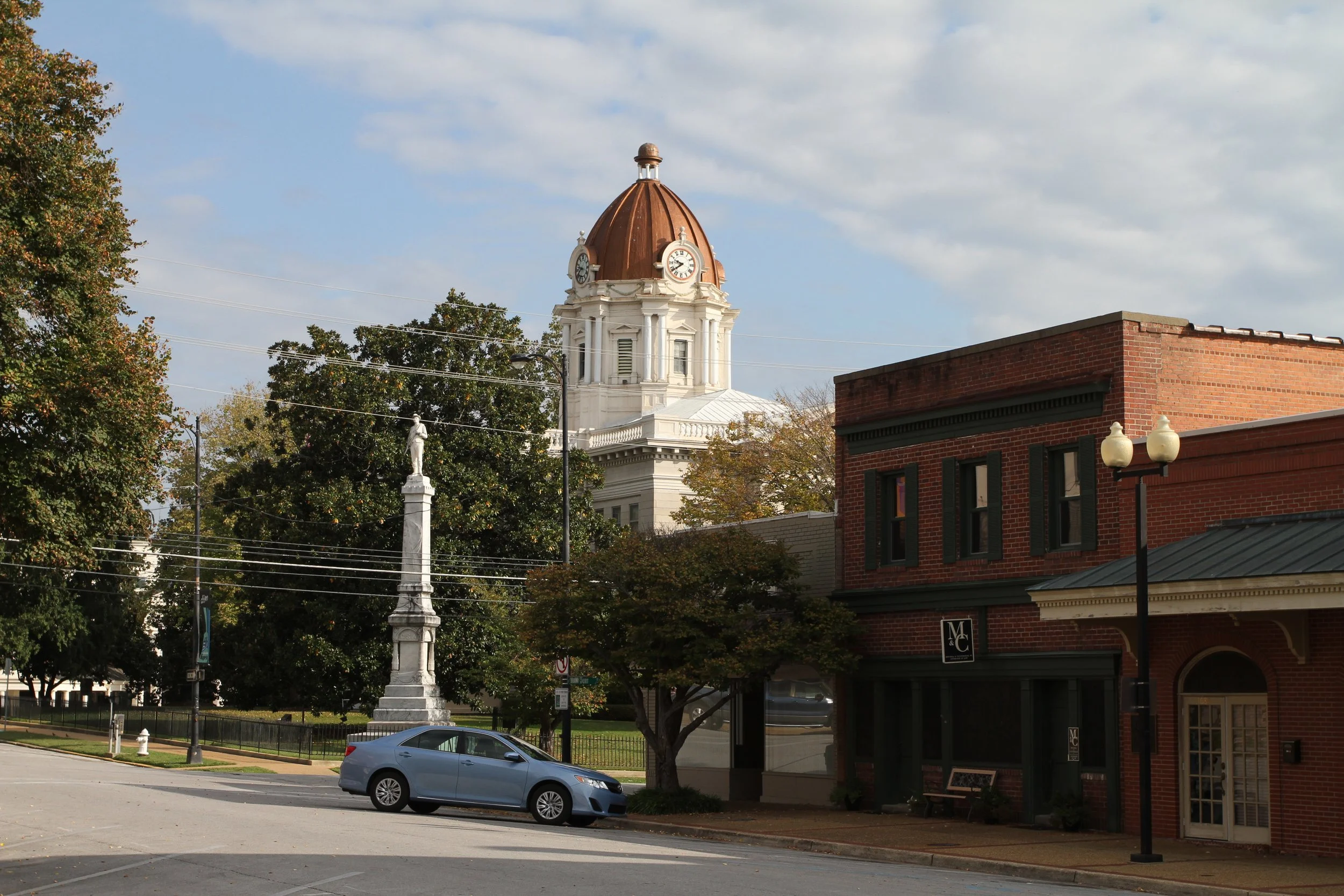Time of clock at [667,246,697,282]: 9:38
